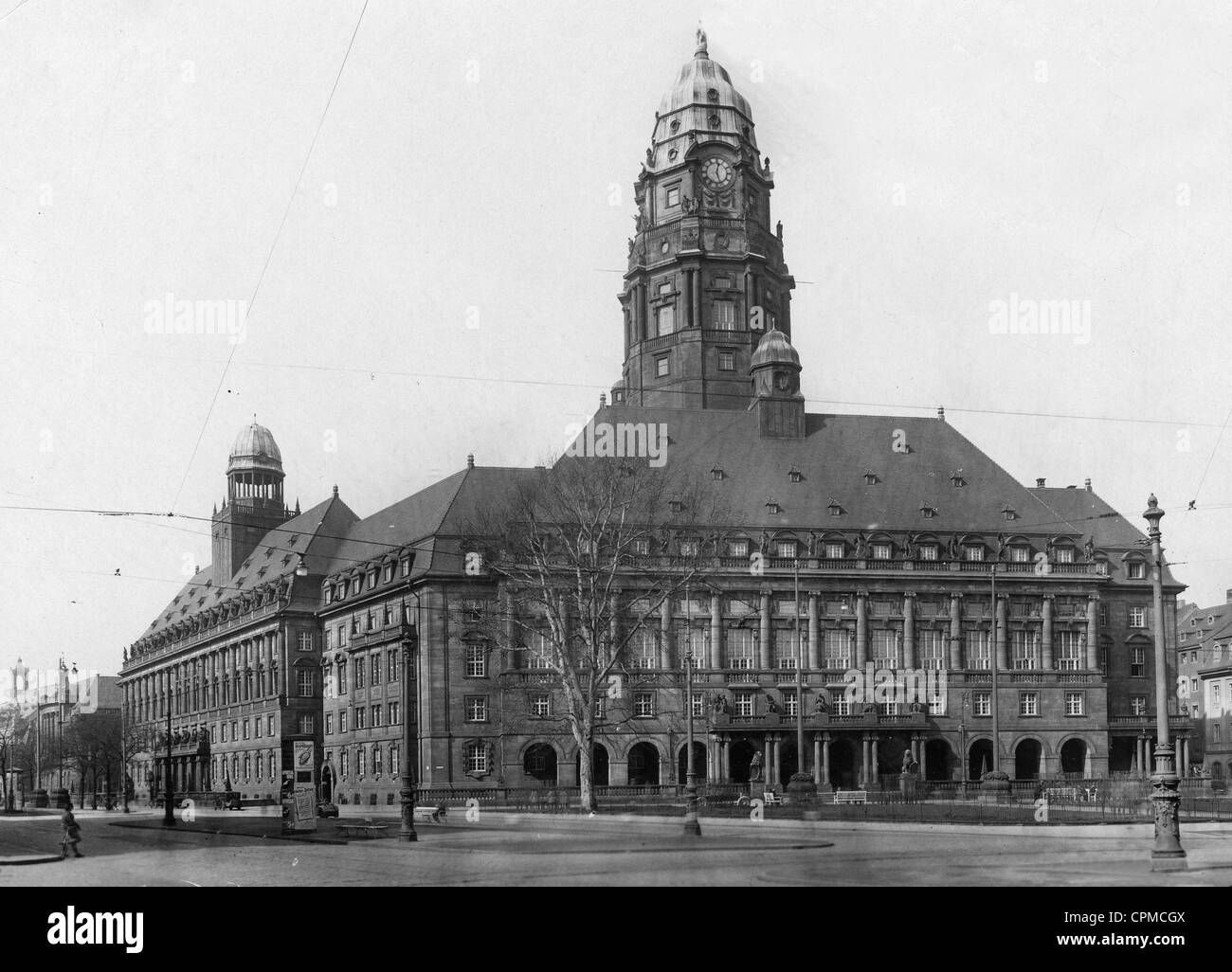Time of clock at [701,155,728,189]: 12:26
